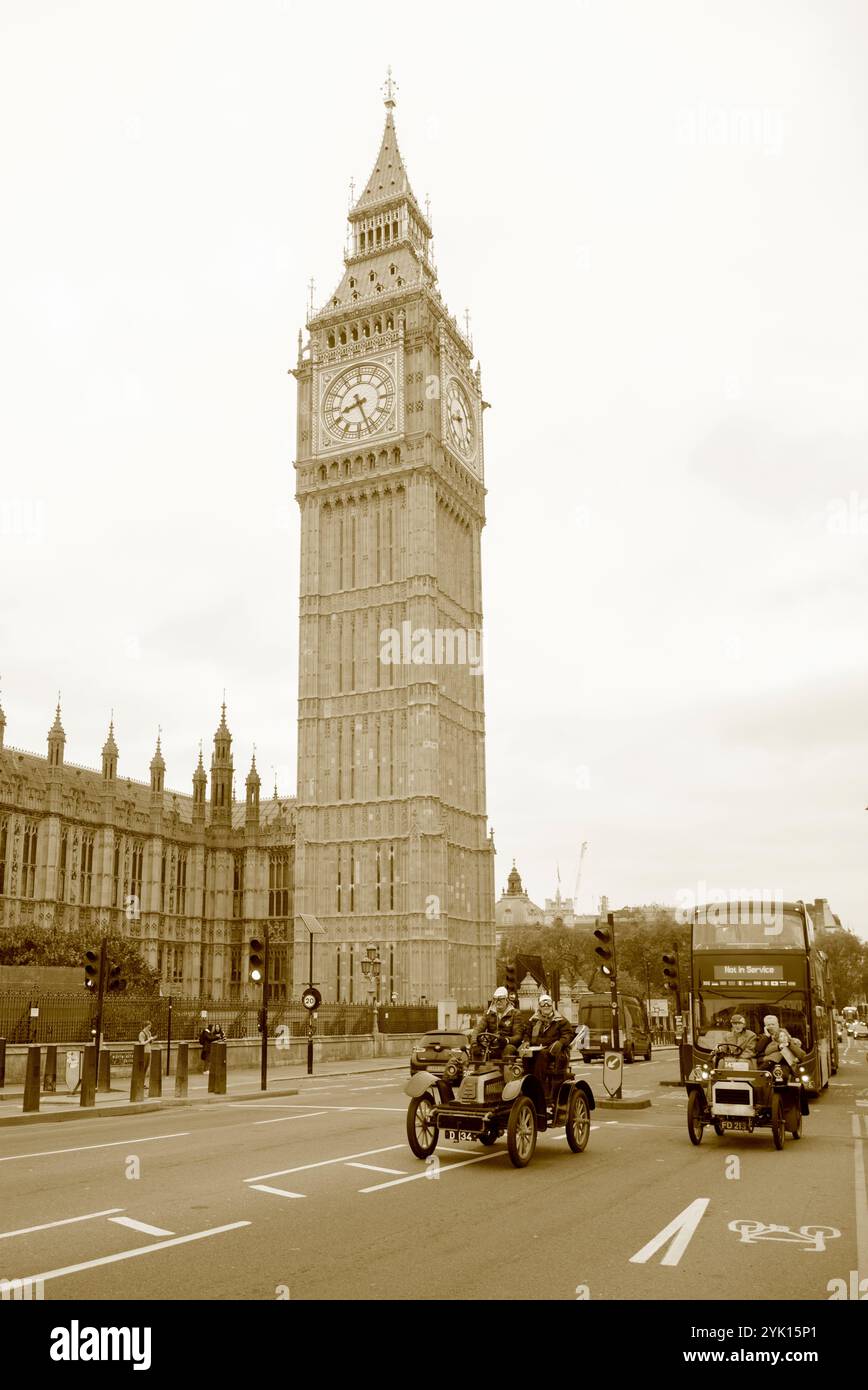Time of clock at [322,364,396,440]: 8:26
